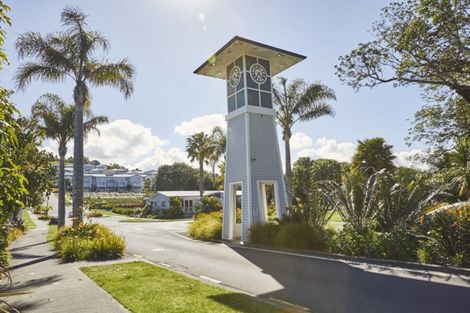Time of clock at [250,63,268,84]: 4:35
